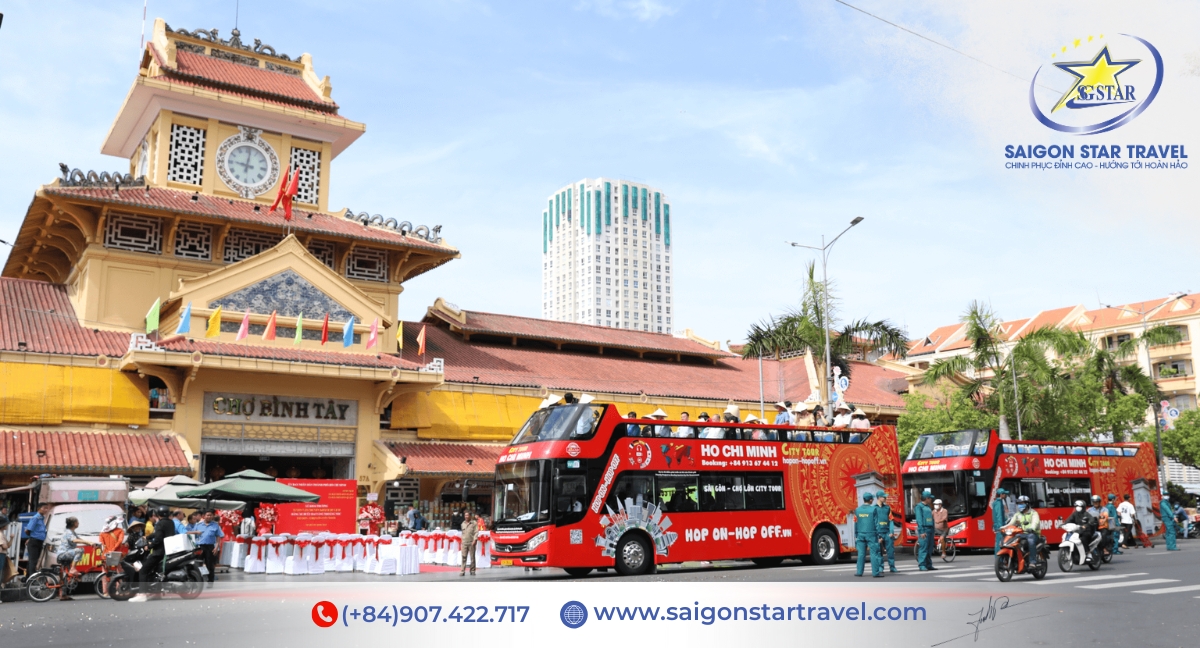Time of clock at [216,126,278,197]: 9:01
